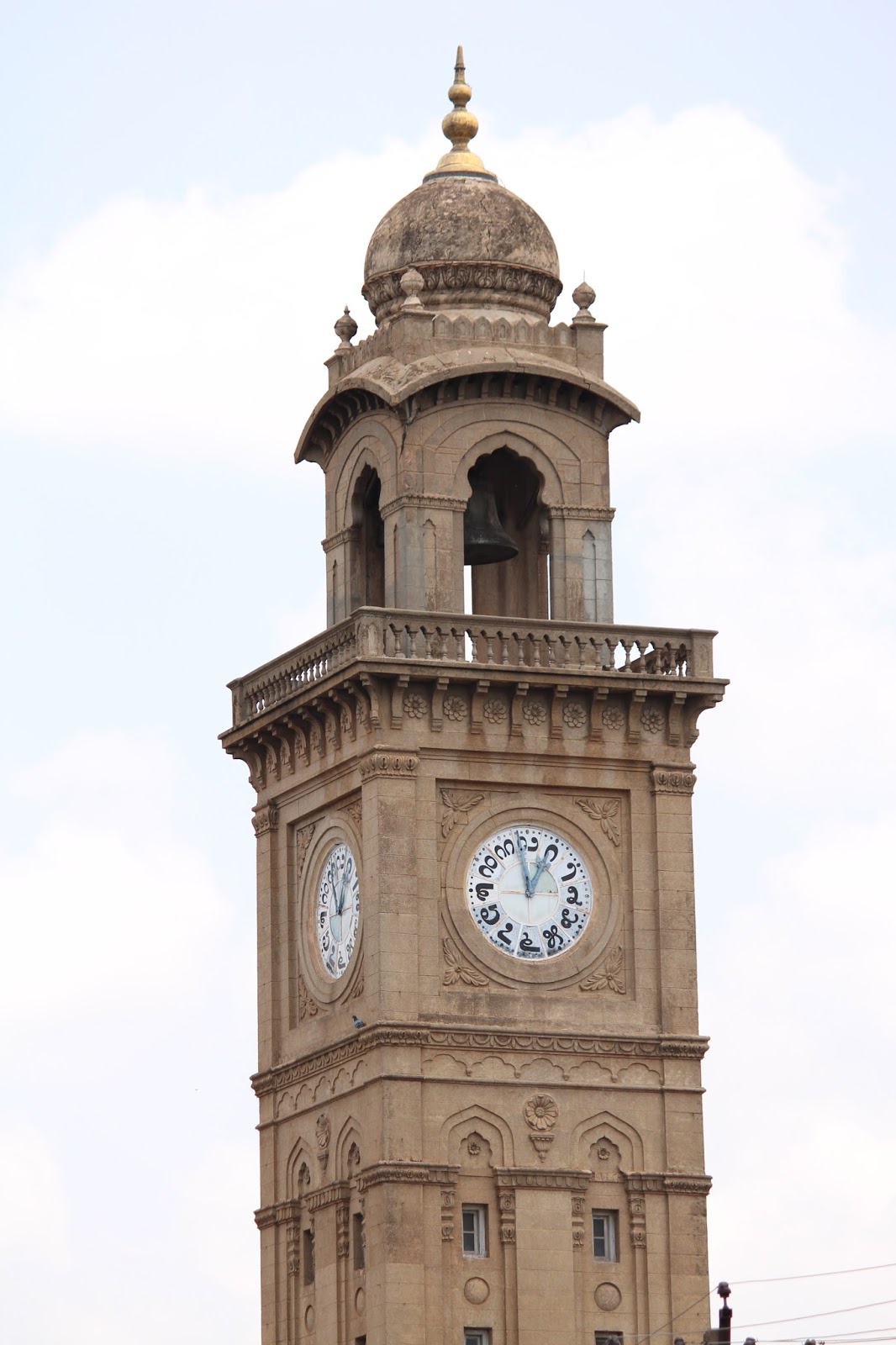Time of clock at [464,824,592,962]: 12:58
